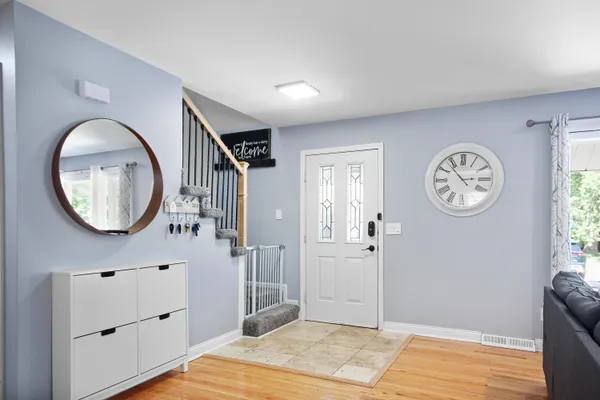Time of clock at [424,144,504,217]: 2:53
